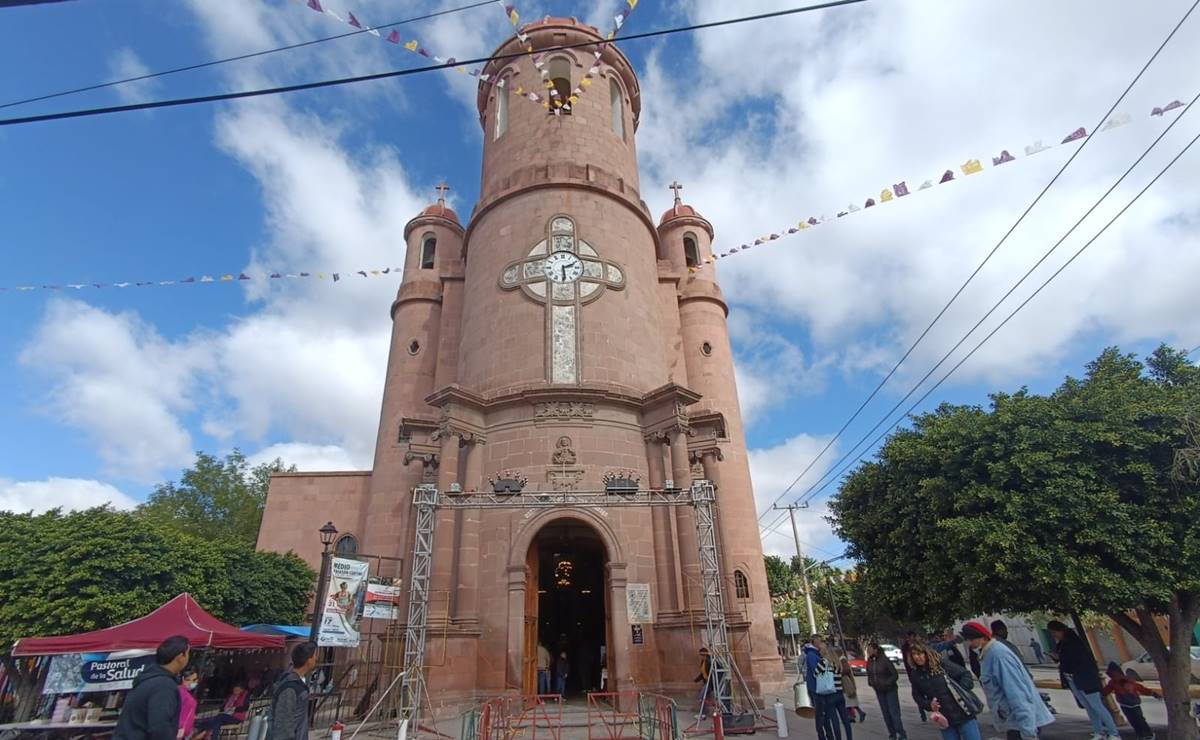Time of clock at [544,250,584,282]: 2:29
